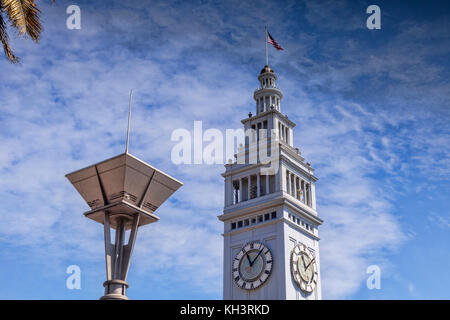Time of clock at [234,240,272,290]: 11:07
